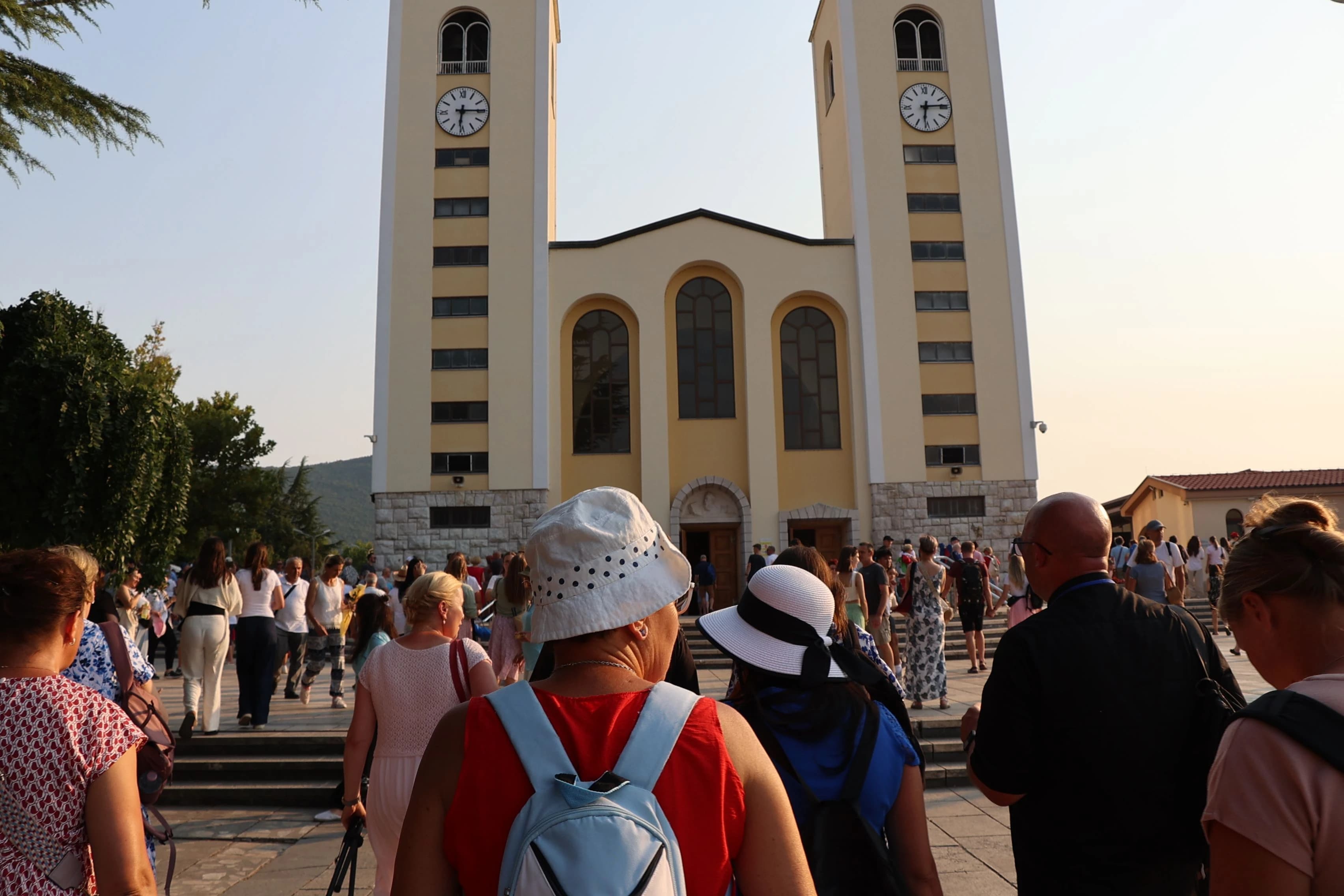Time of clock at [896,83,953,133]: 6:14
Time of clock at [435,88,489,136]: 6:15
